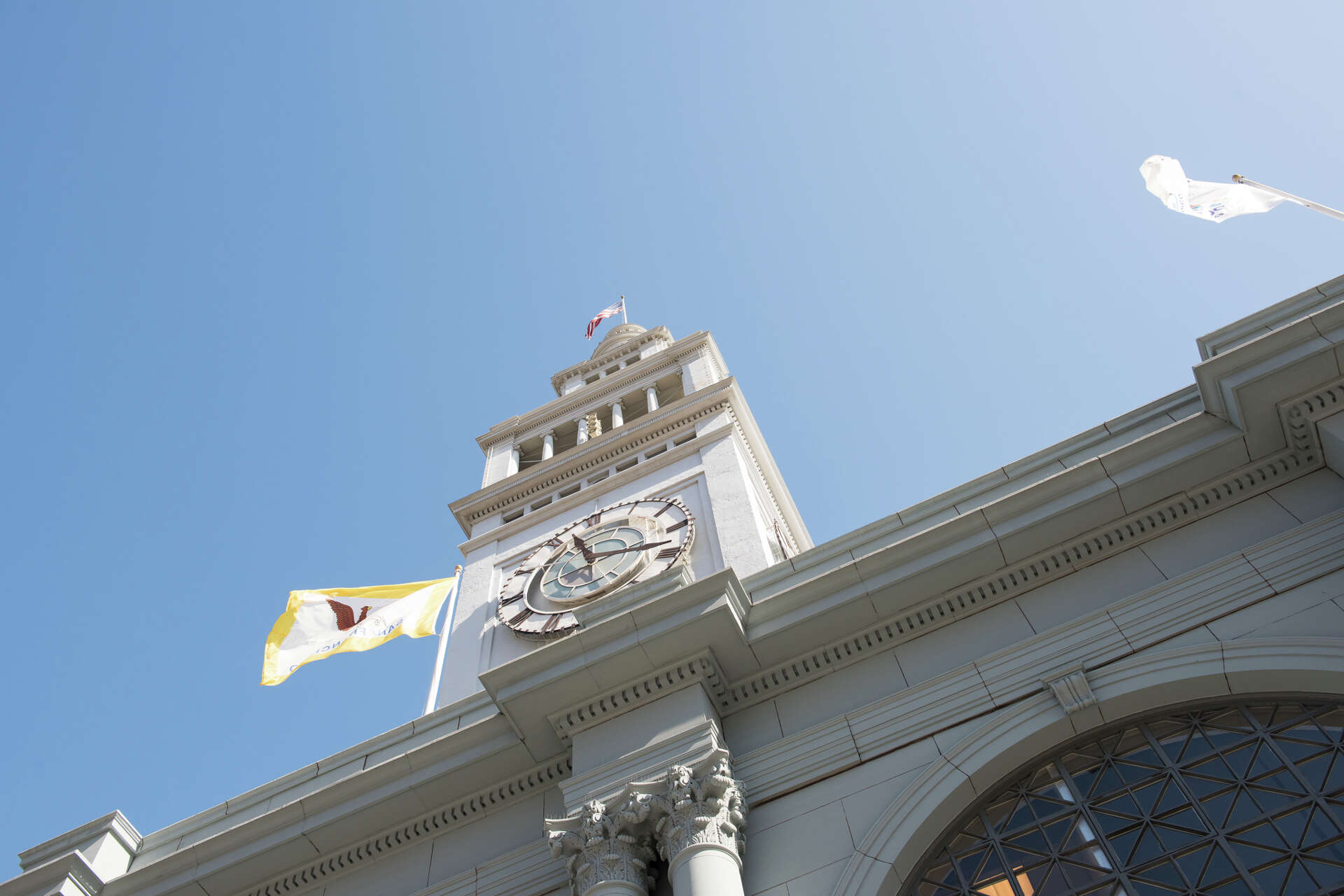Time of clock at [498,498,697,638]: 11:18
